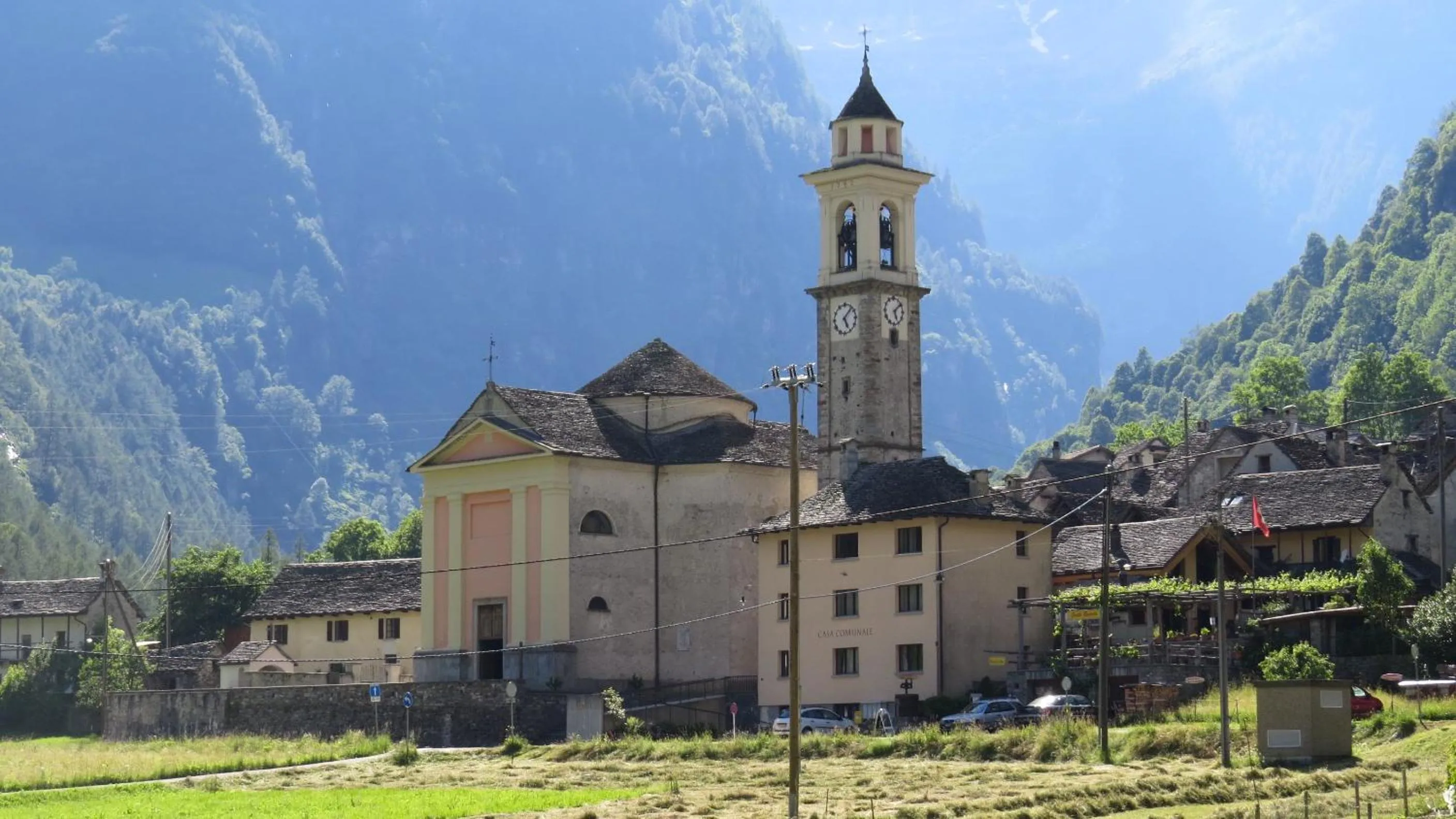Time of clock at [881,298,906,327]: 5:08
